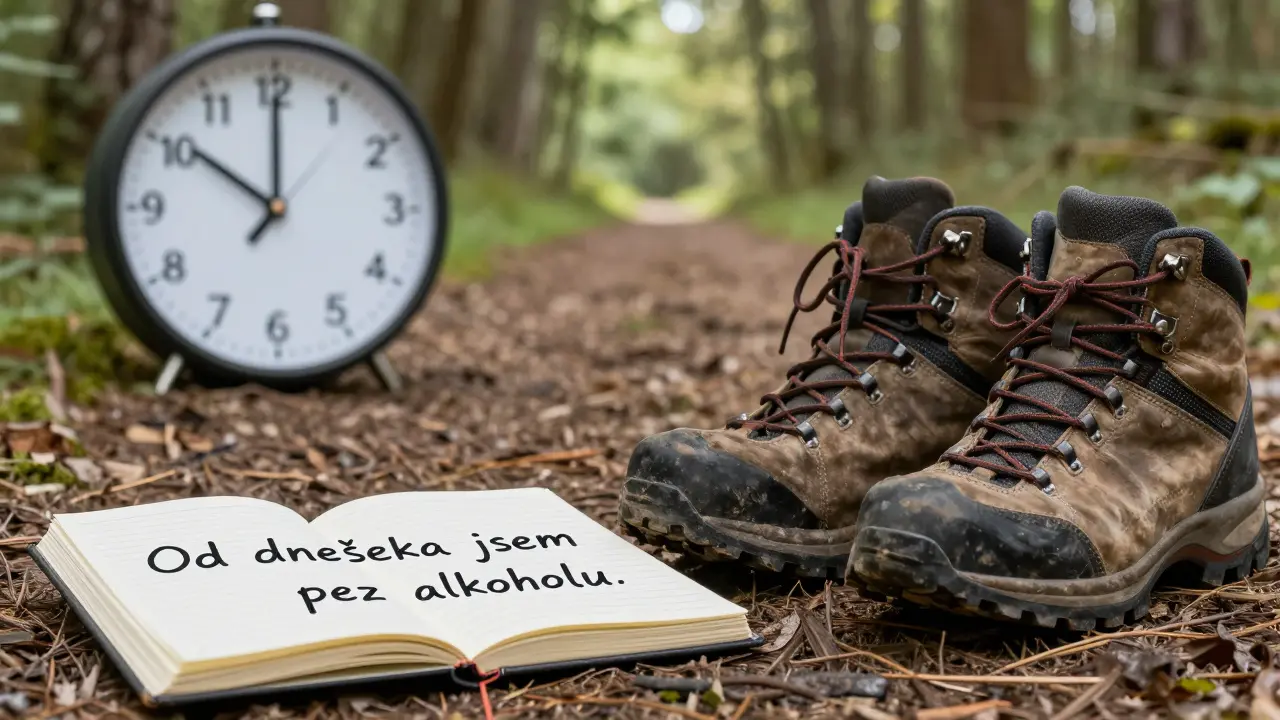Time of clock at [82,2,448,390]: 10:00
